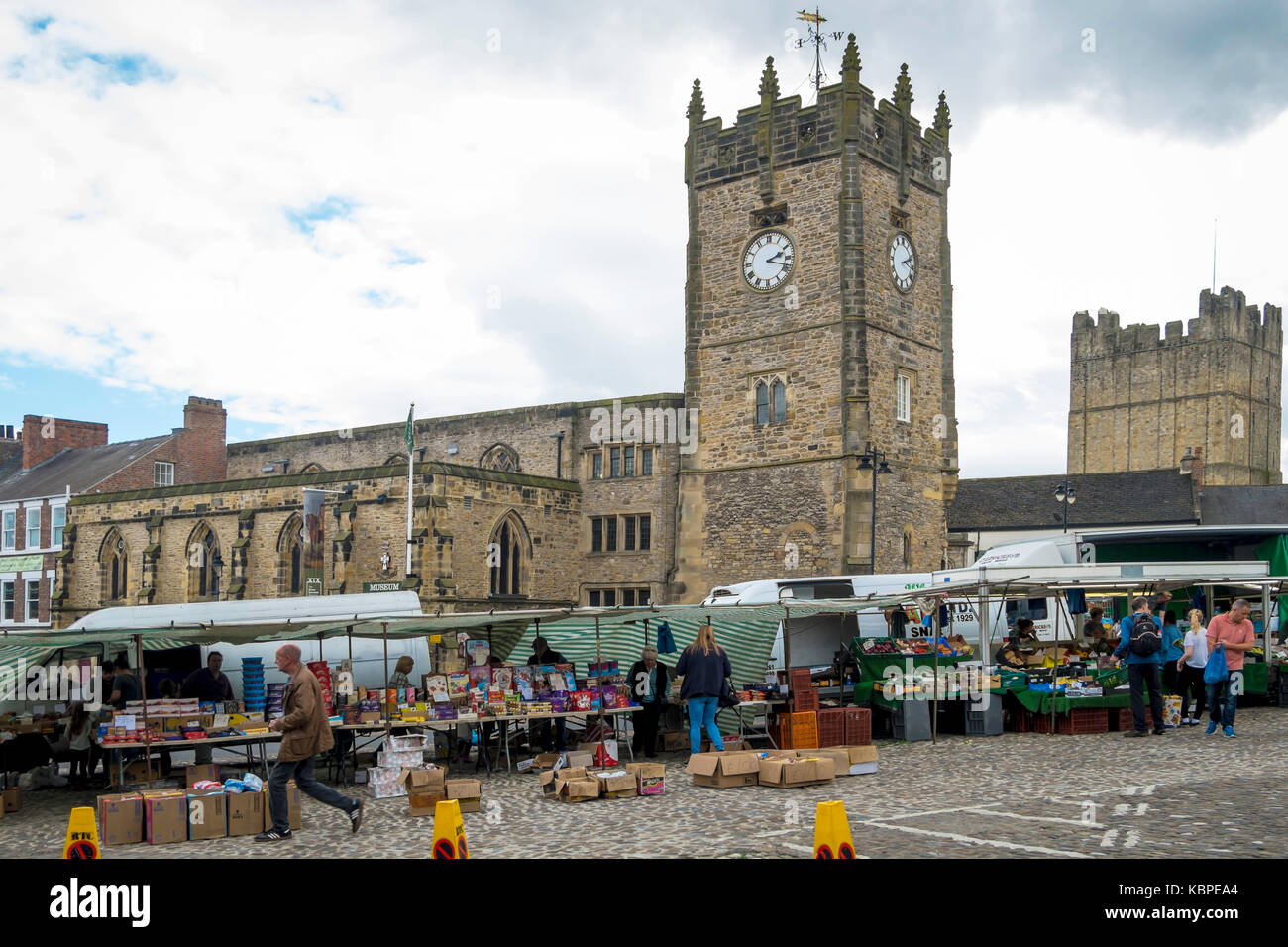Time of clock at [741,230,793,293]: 2:18
